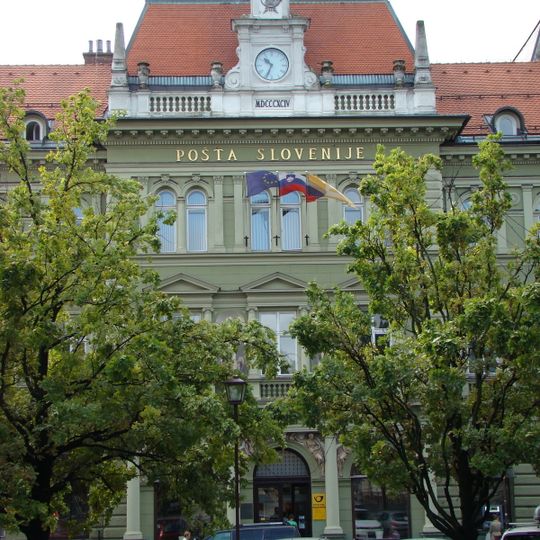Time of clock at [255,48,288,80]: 10:34
